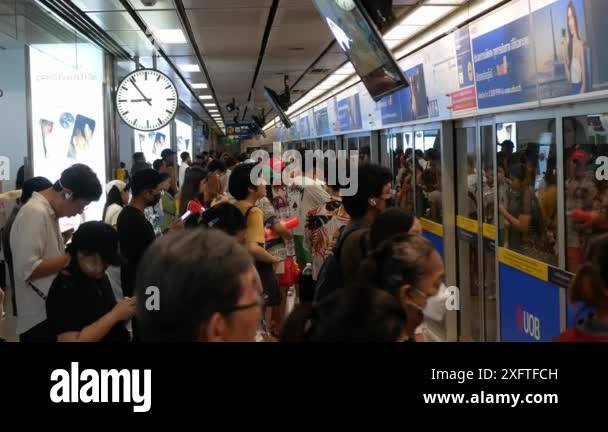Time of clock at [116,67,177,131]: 8:53
